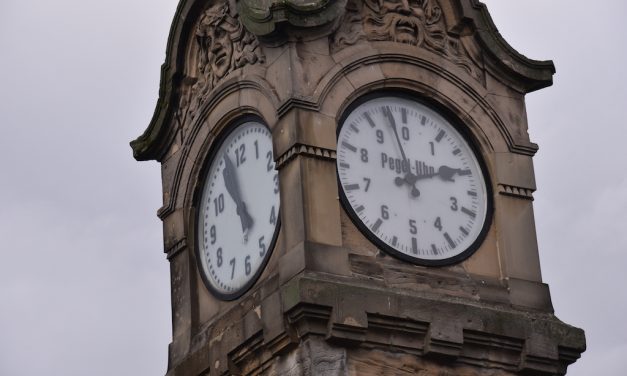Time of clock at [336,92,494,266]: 1:58
